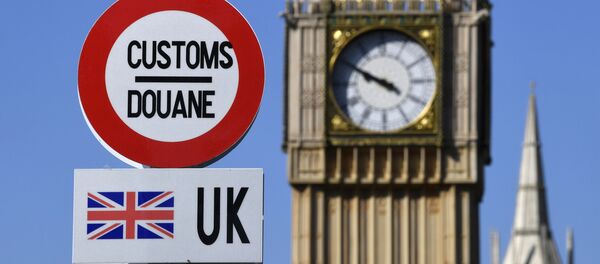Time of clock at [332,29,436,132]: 9:50
